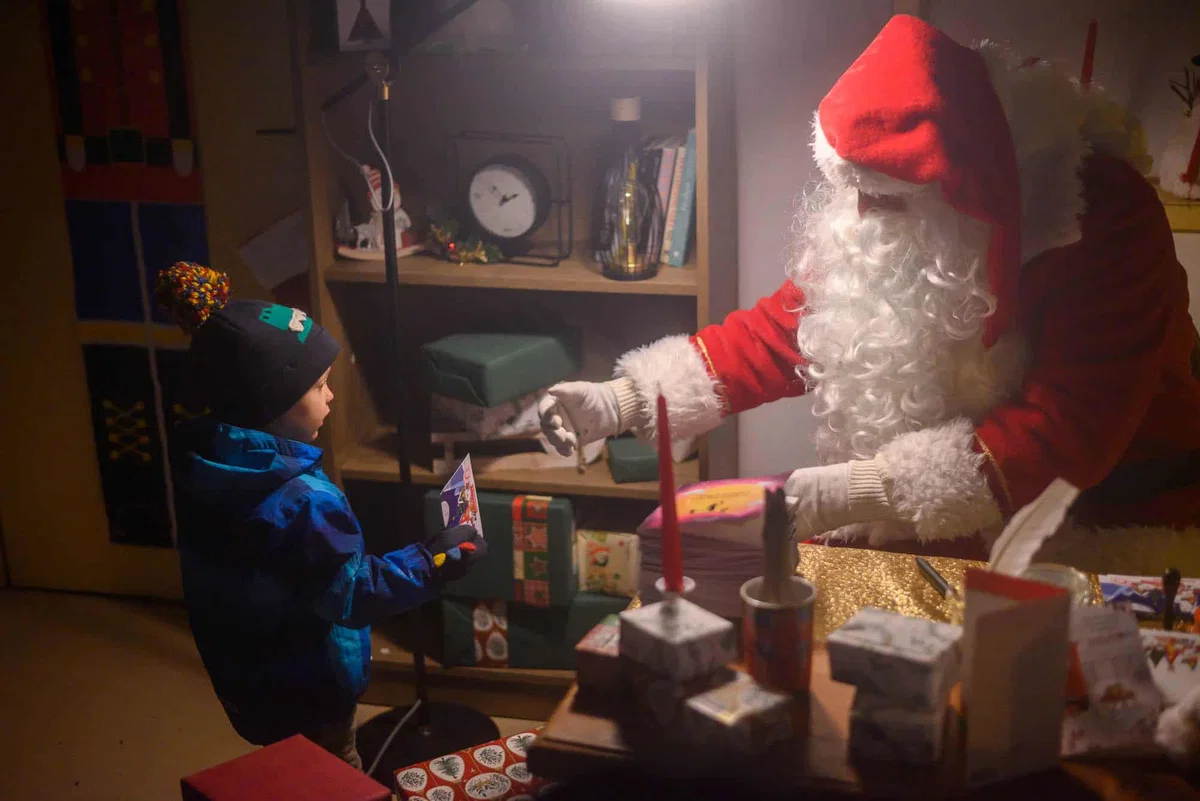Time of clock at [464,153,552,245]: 10:10
